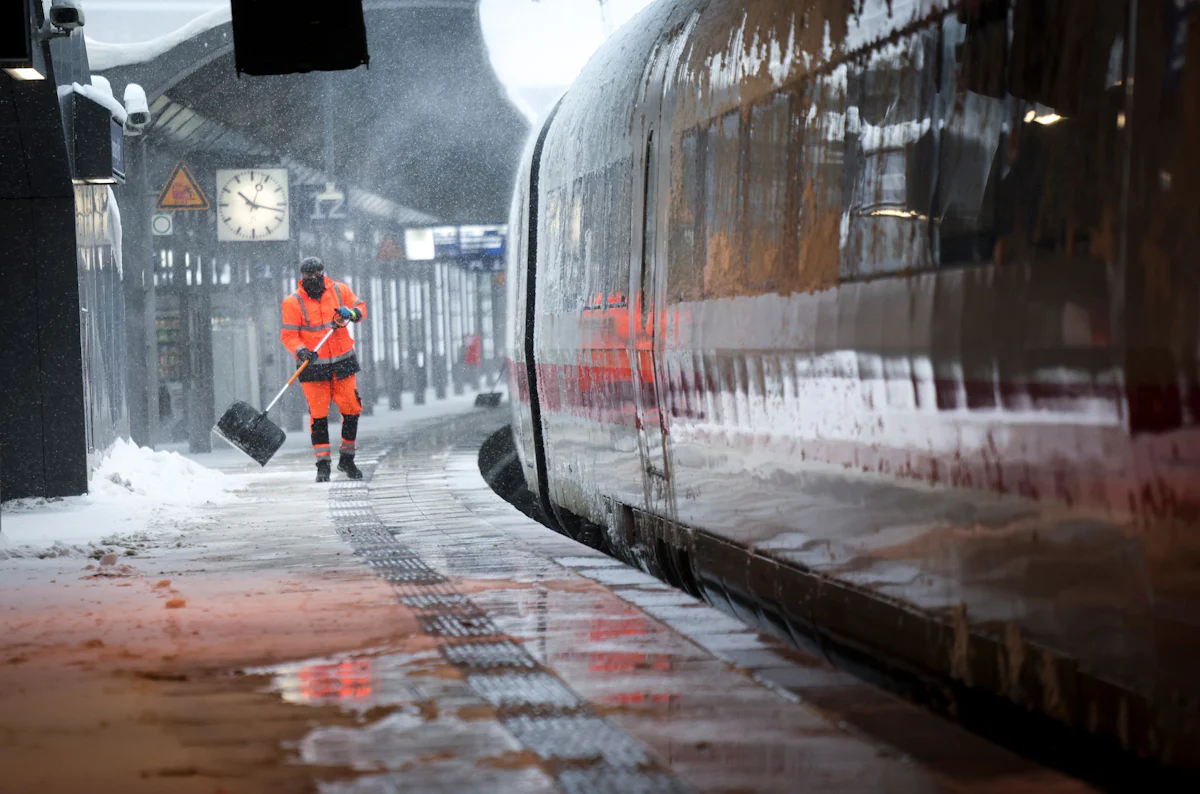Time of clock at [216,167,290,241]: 10:17
